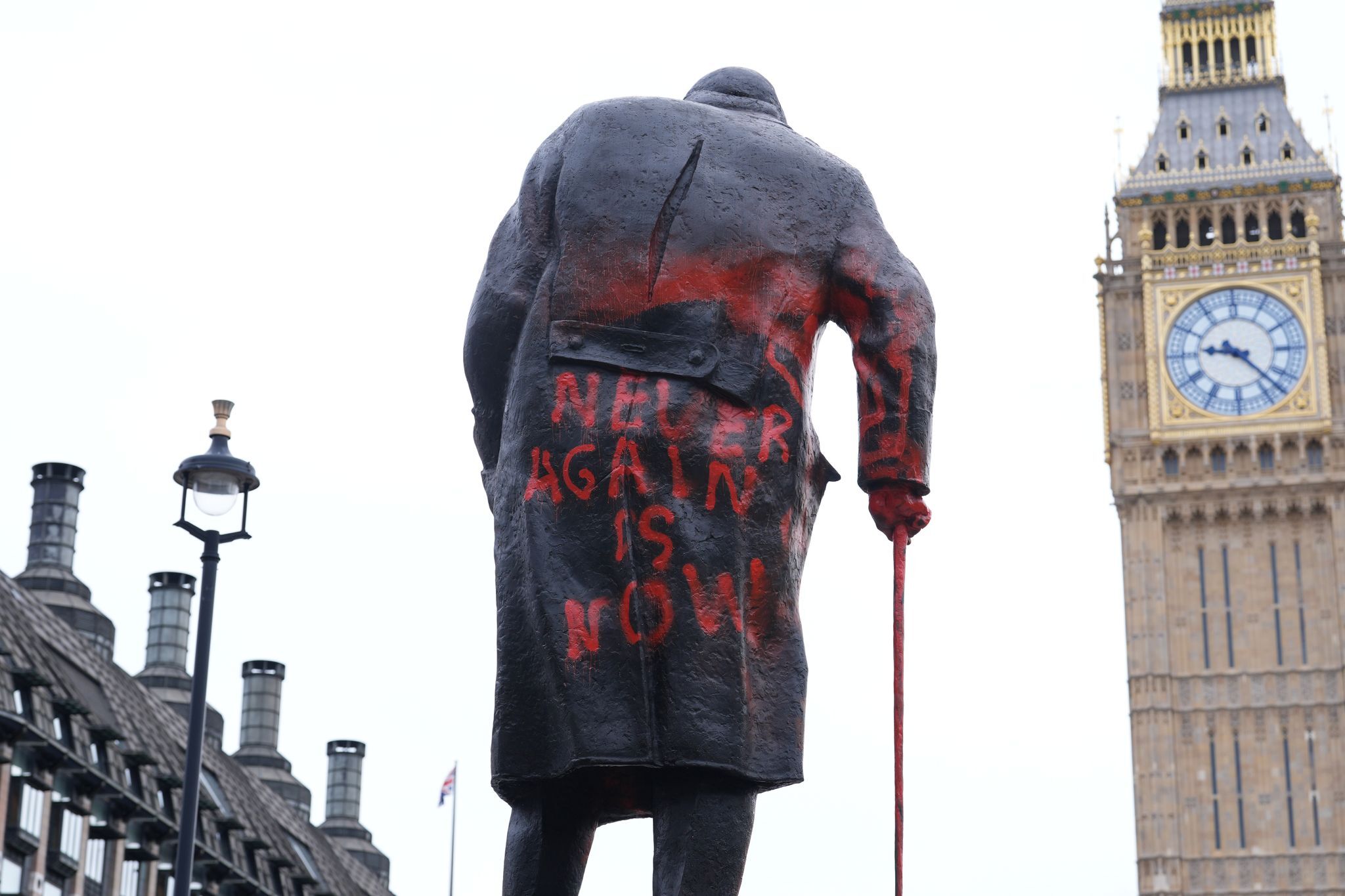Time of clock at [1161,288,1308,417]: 9:22
